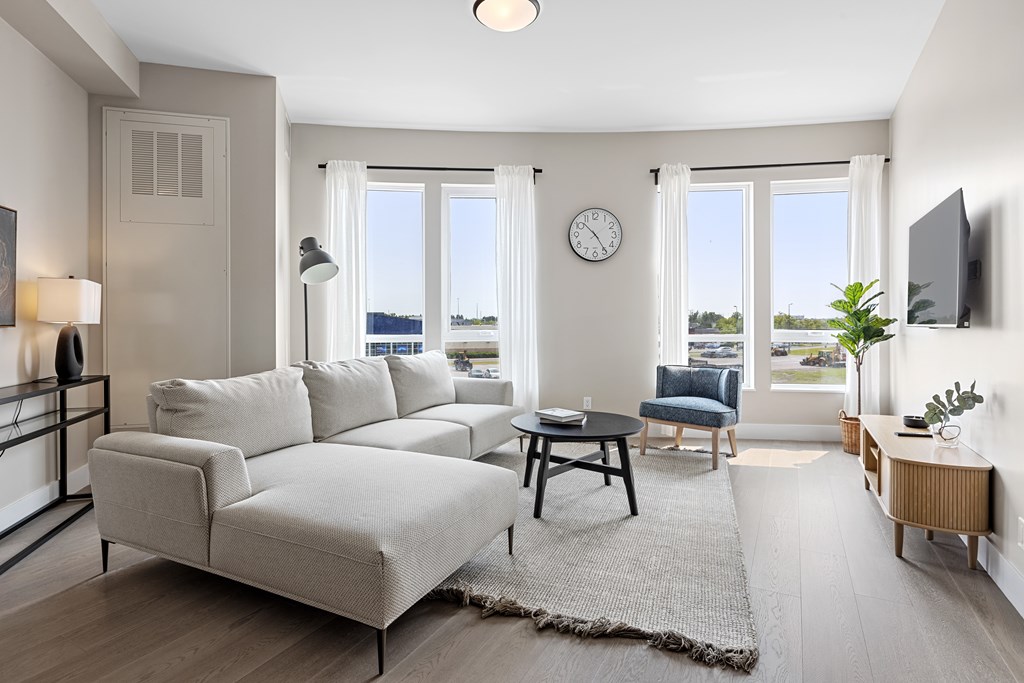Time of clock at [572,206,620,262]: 10:24
